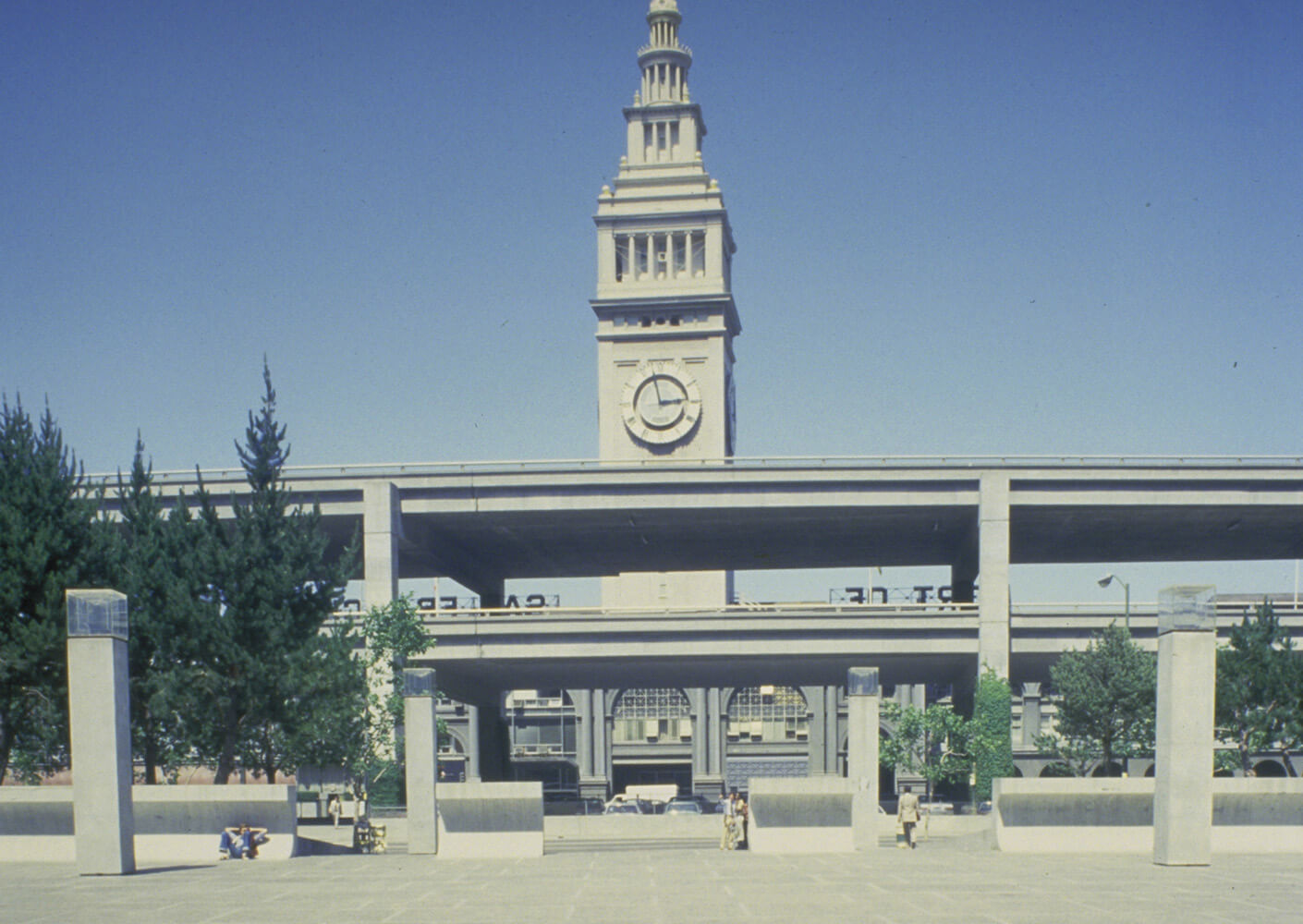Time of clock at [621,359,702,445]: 2:58
